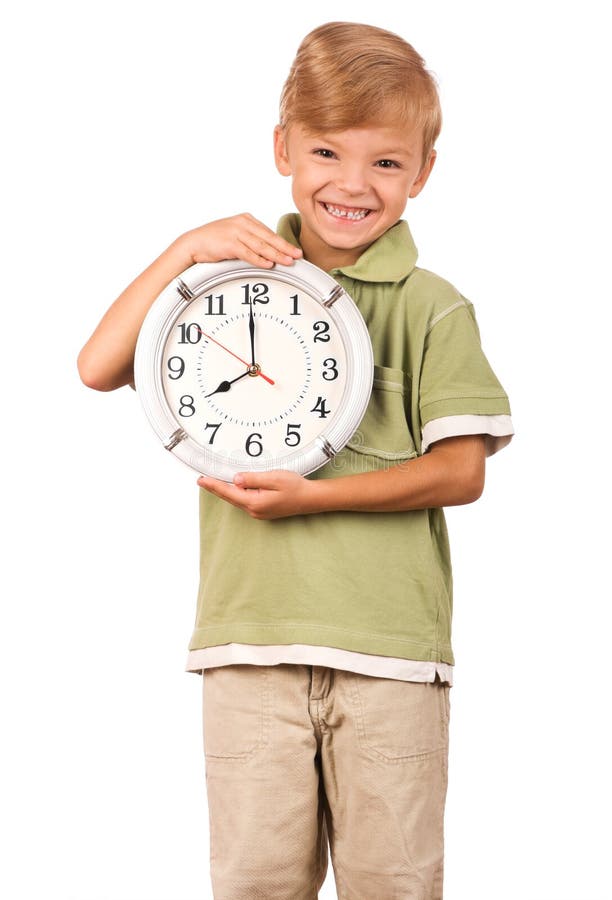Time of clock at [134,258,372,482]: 7:59
